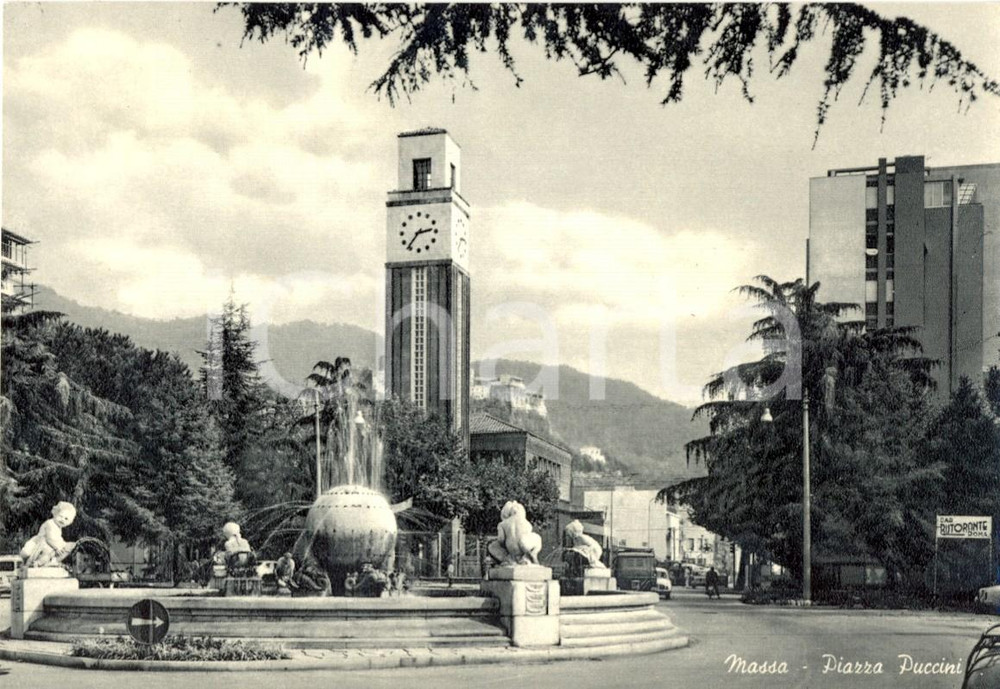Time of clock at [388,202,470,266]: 2:36
